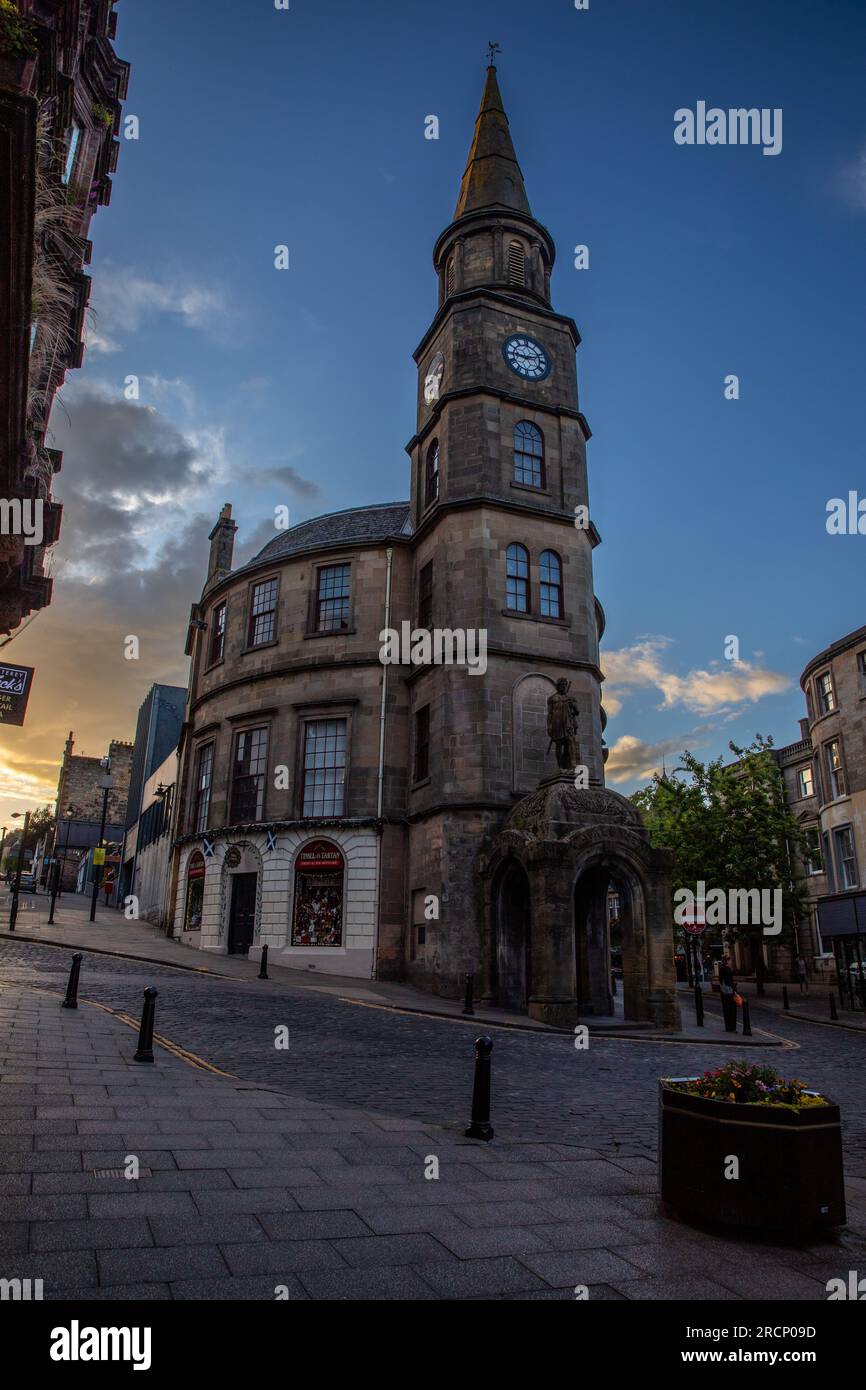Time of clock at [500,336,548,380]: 9:12
